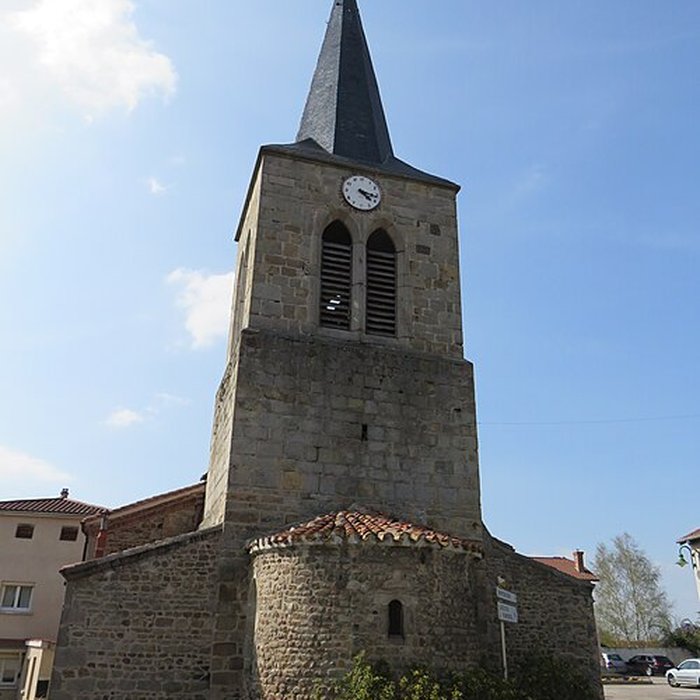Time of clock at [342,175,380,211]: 4:16
